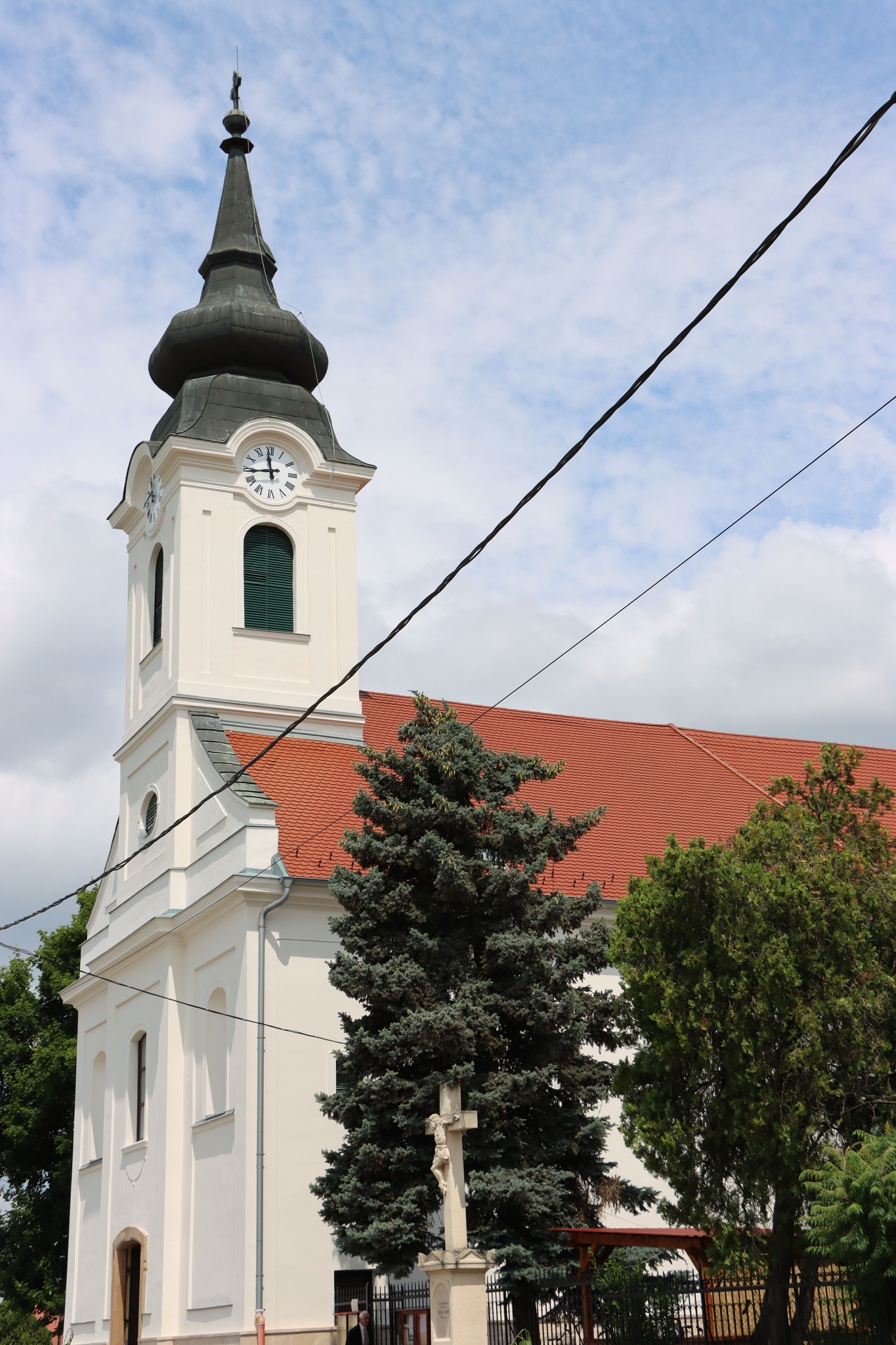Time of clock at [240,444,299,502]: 11:43
